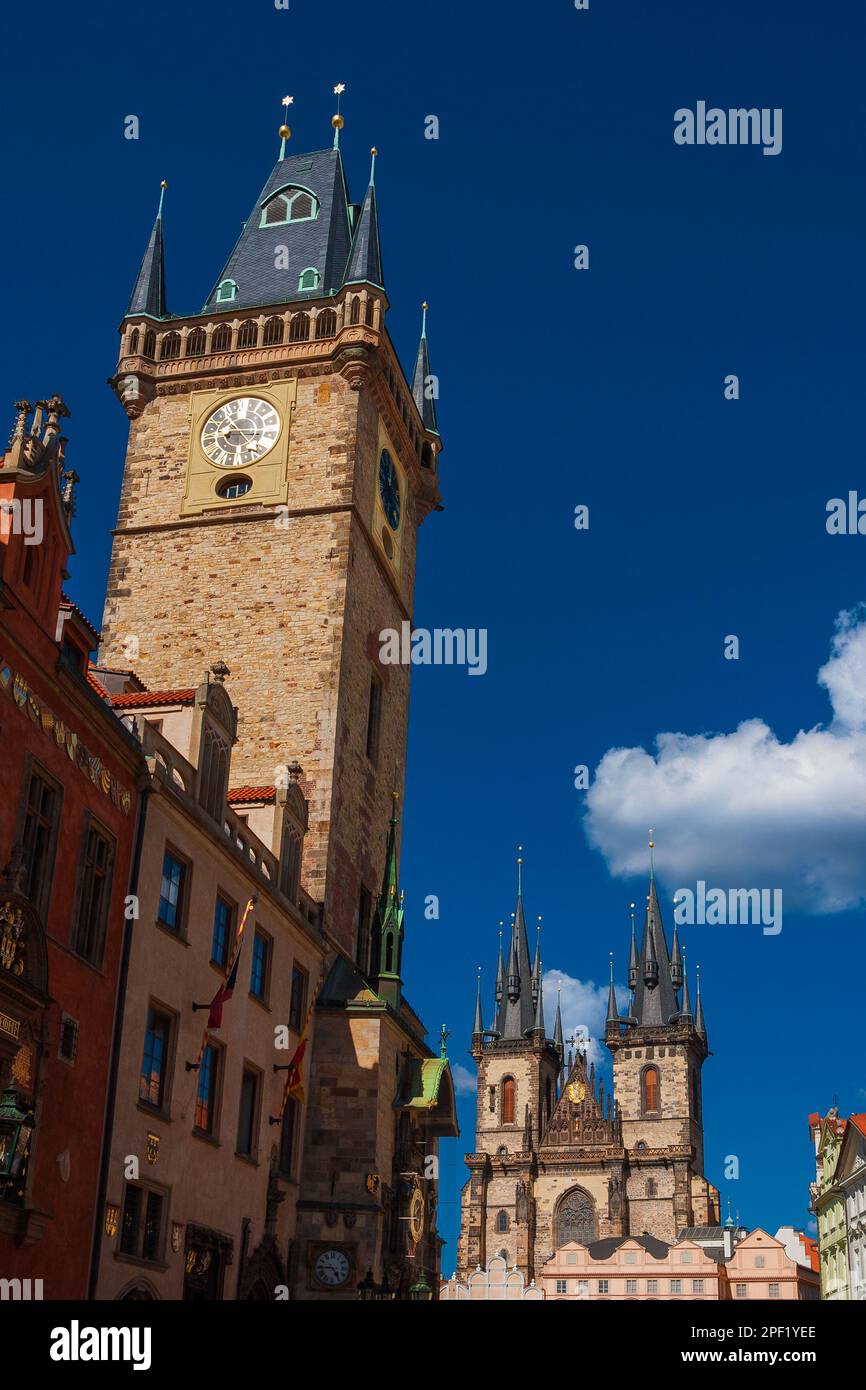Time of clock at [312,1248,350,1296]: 4:44
